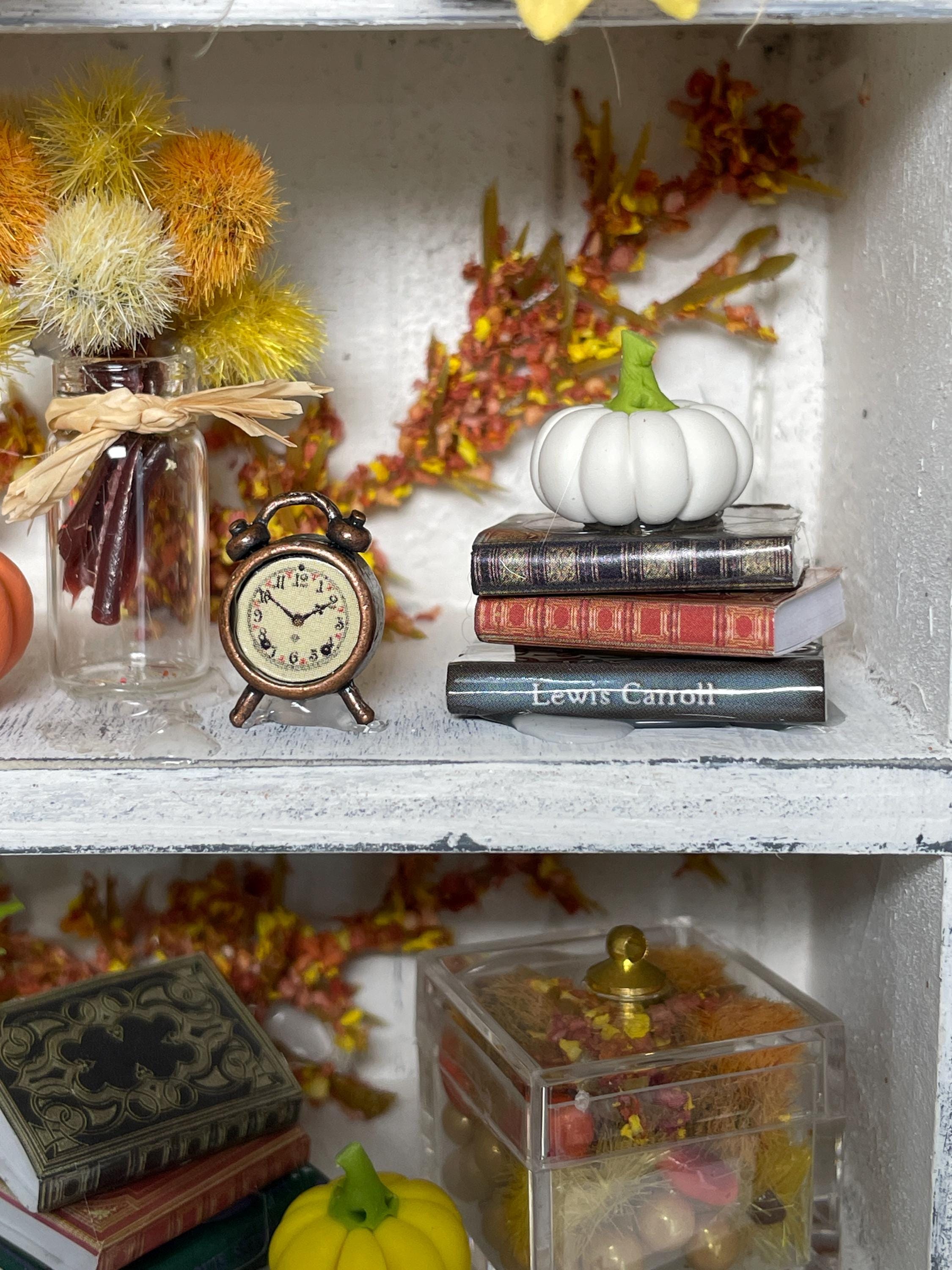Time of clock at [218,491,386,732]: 1:51
